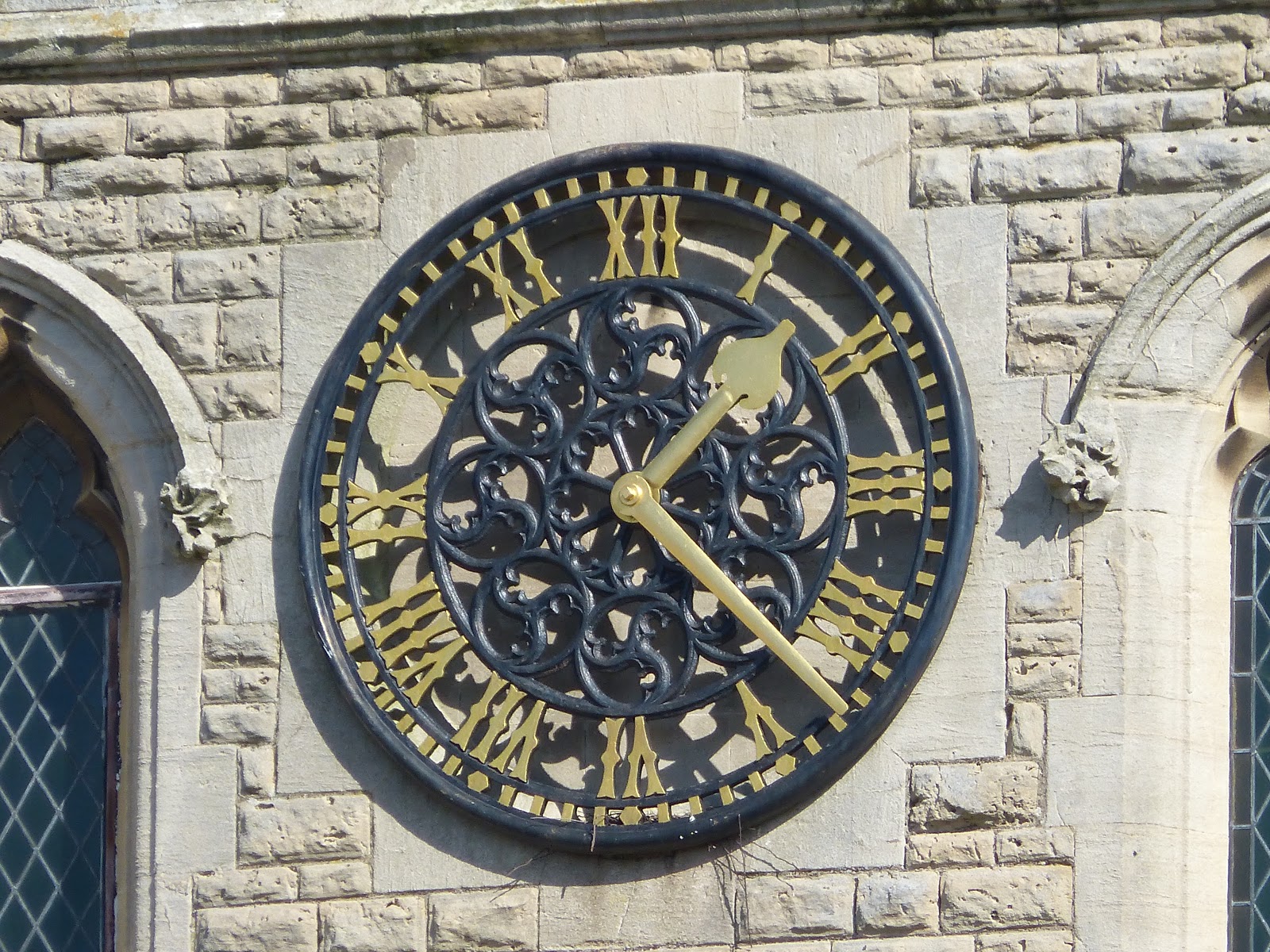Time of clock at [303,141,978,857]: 1:21
